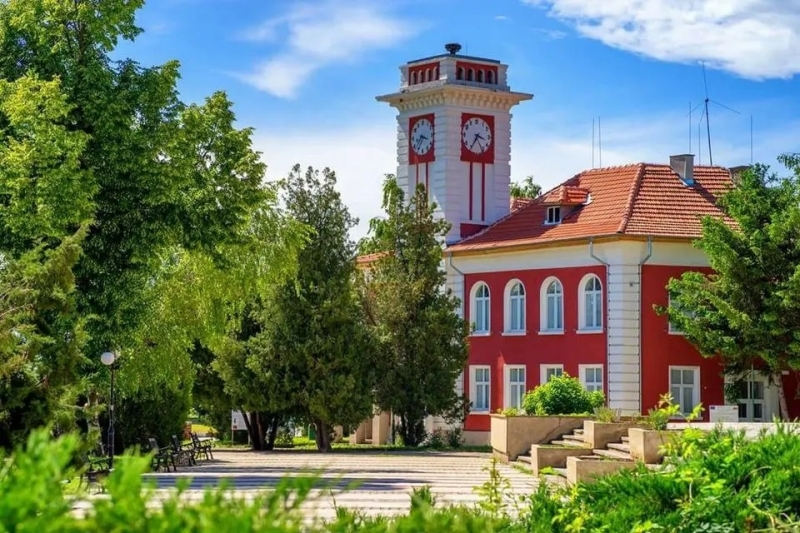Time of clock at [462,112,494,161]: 3:35
